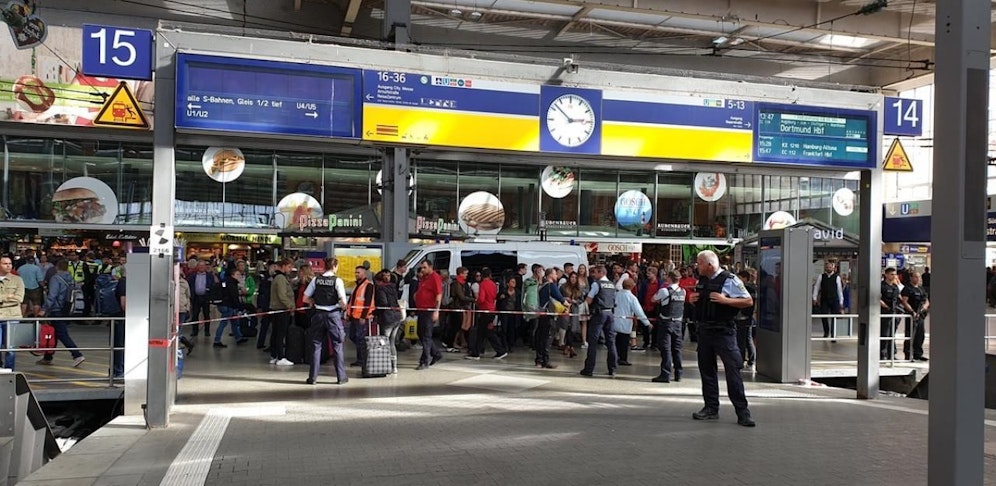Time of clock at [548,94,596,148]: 2:52
